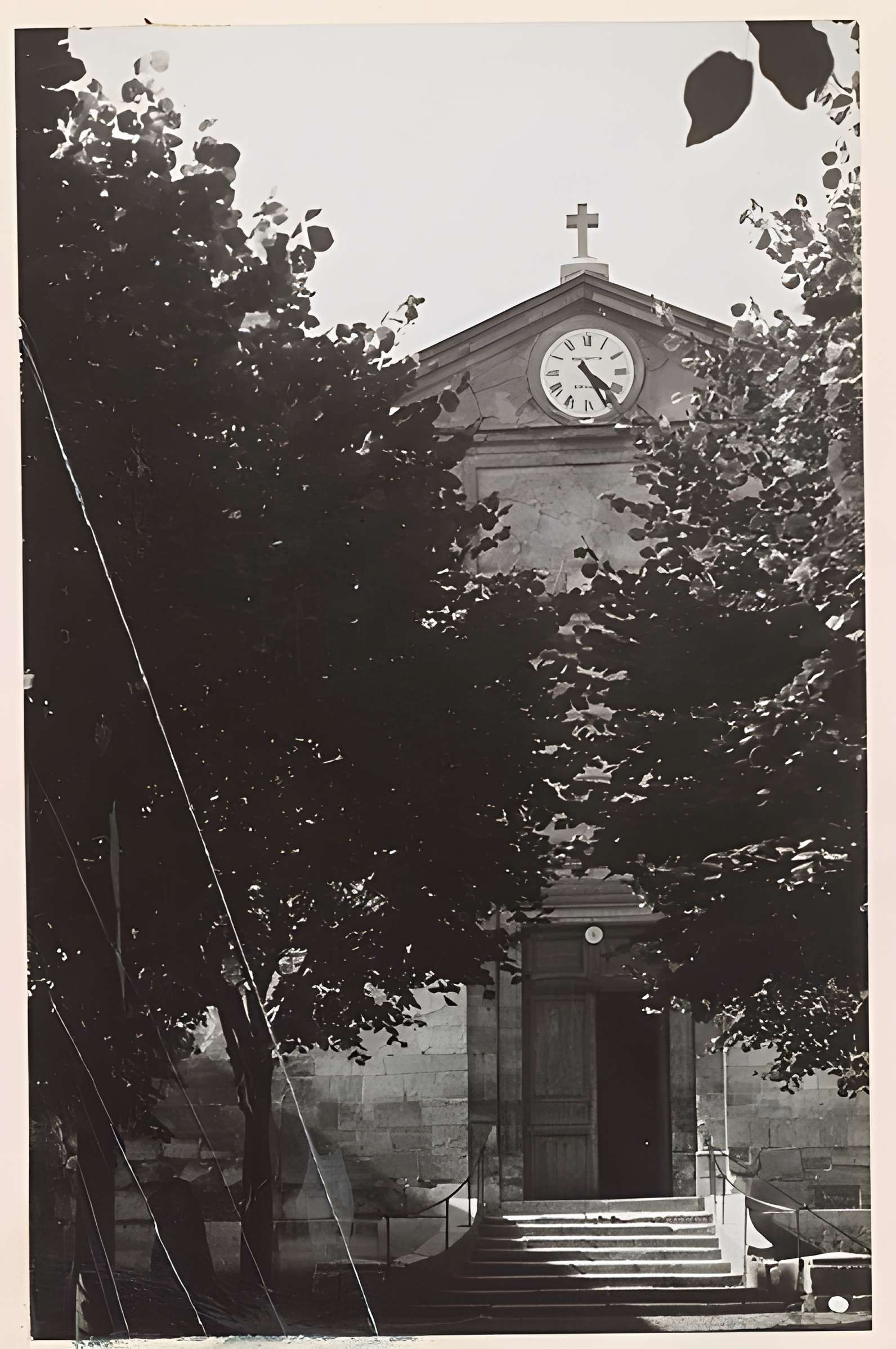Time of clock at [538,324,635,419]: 4:25
